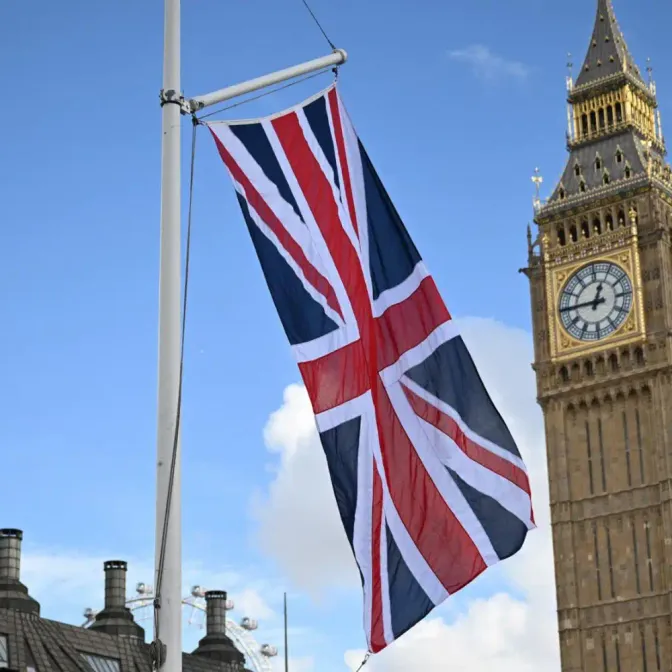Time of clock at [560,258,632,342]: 12:45
